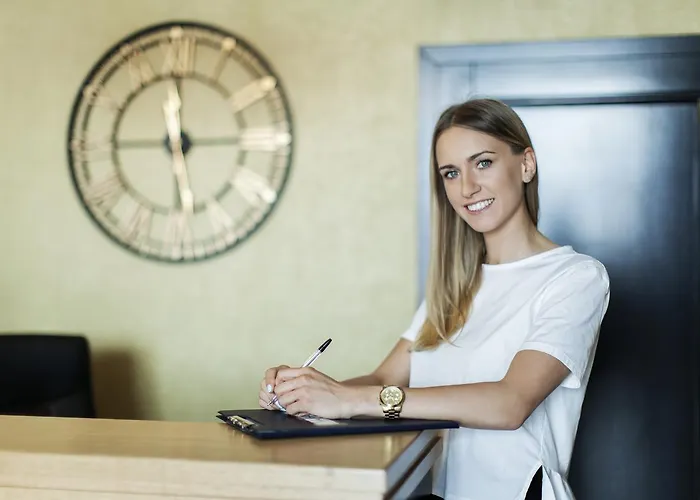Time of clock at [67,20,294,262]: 11:45
